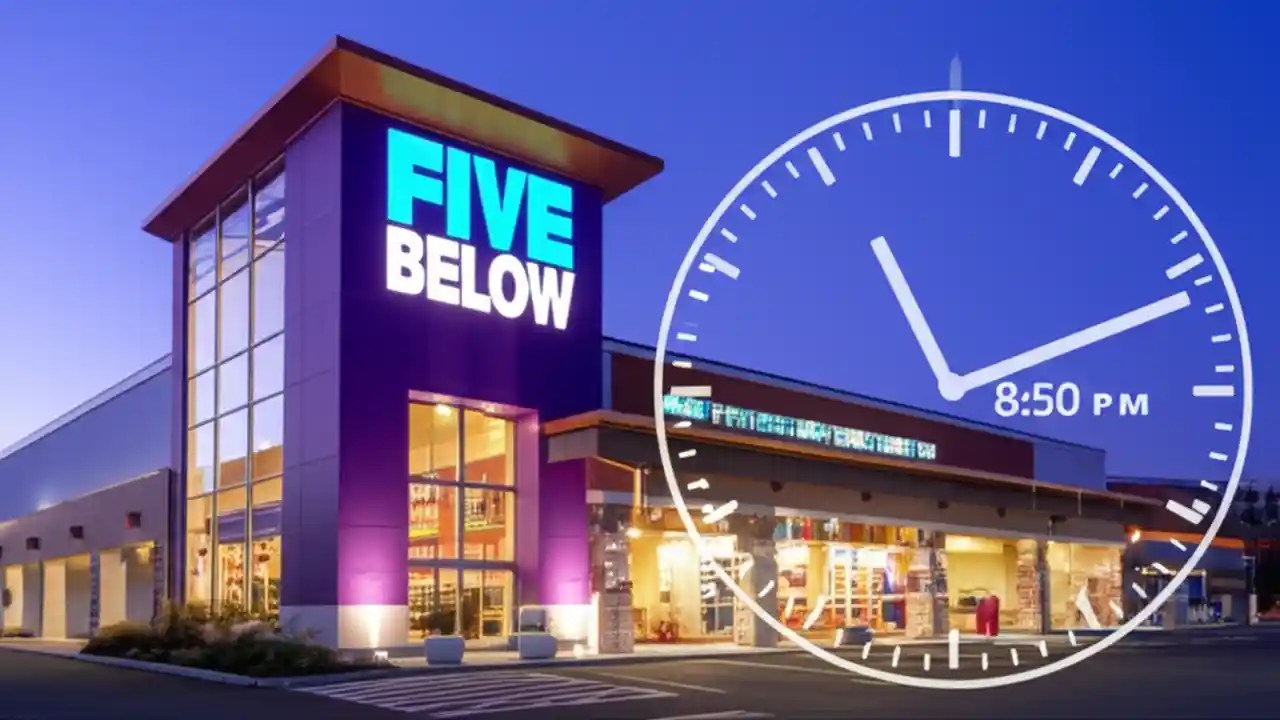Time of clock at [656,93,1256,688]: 11:11
